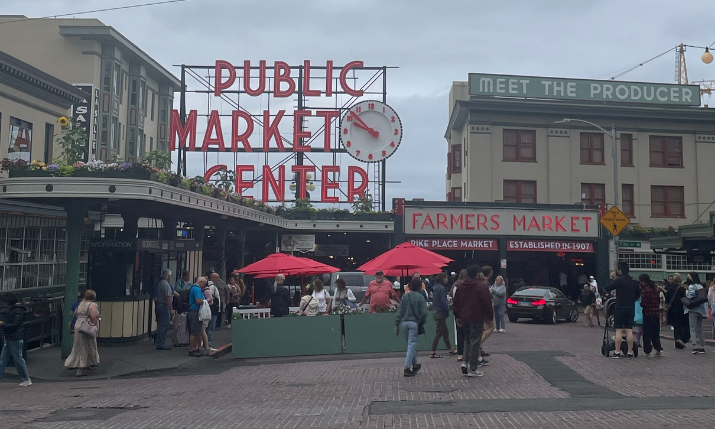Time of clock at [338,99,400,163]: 9:51
